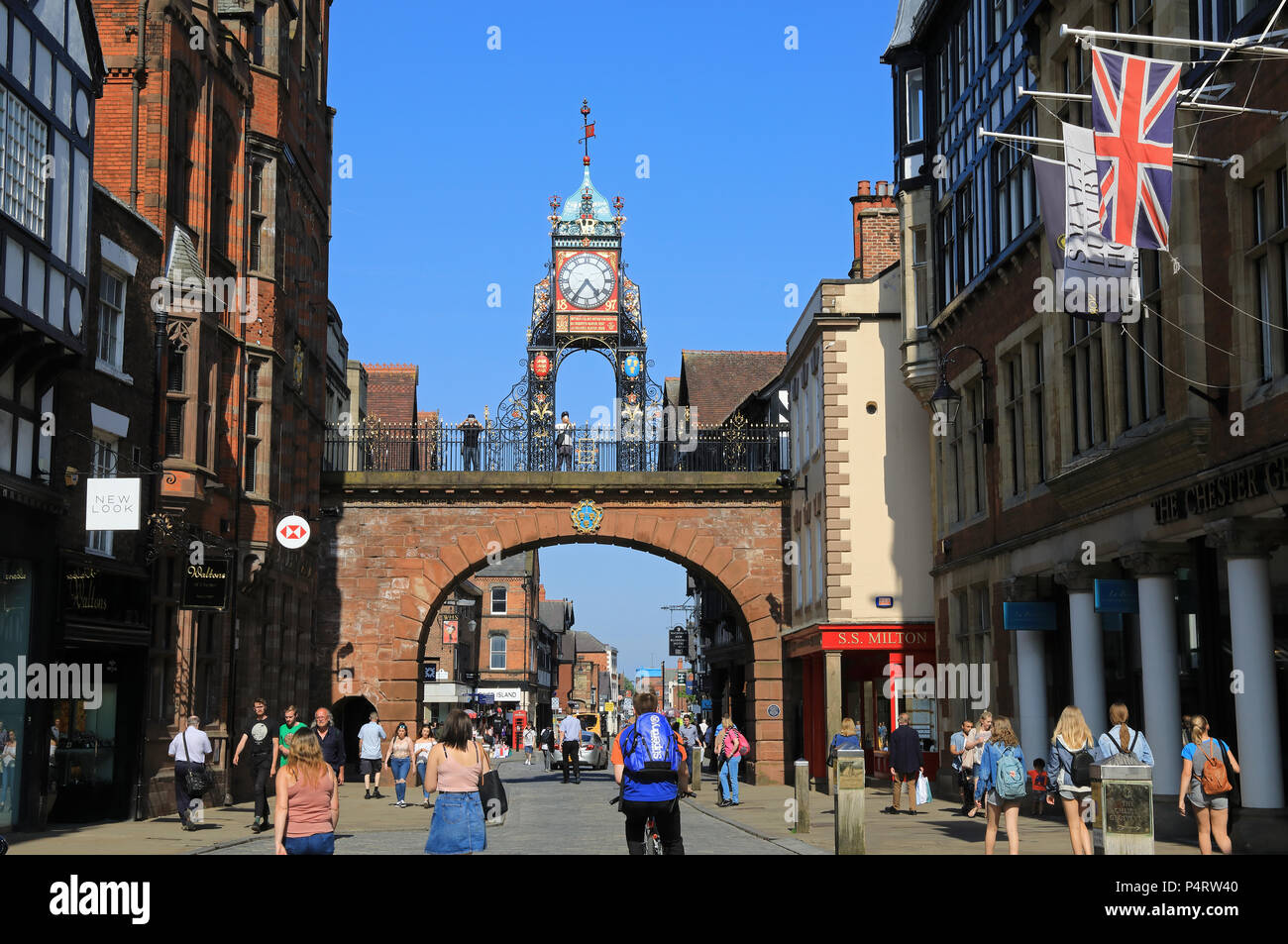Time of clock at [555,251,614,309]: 4:36
